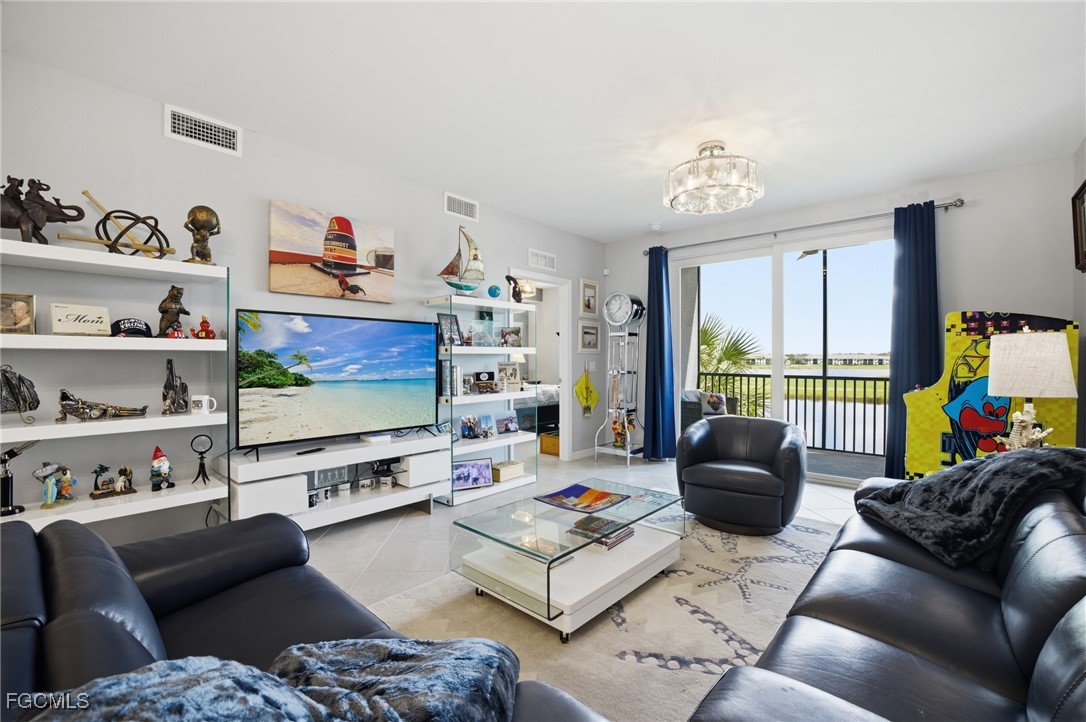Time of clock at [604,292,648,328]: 12:37
